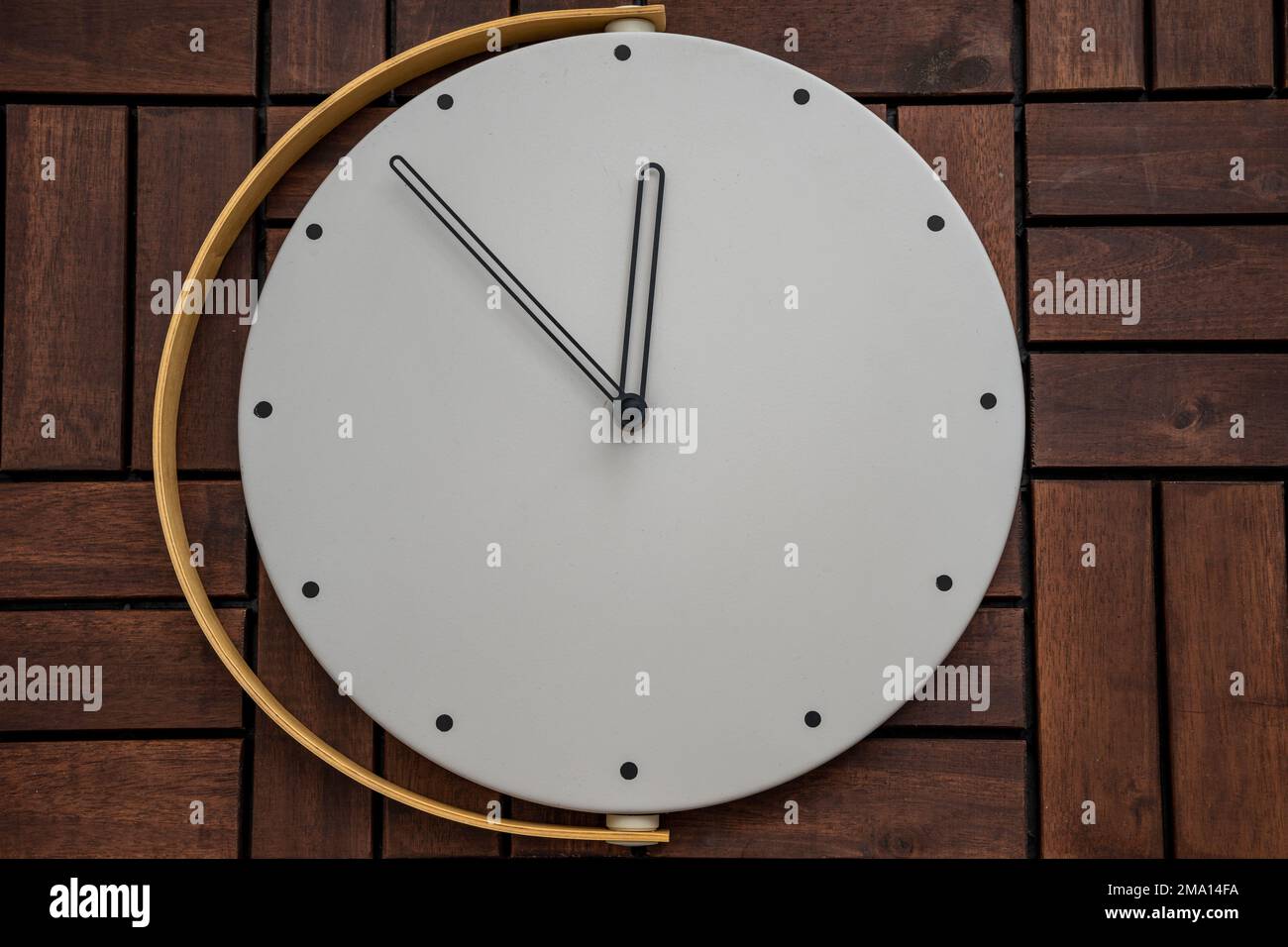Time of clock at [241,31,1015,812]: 11:52
